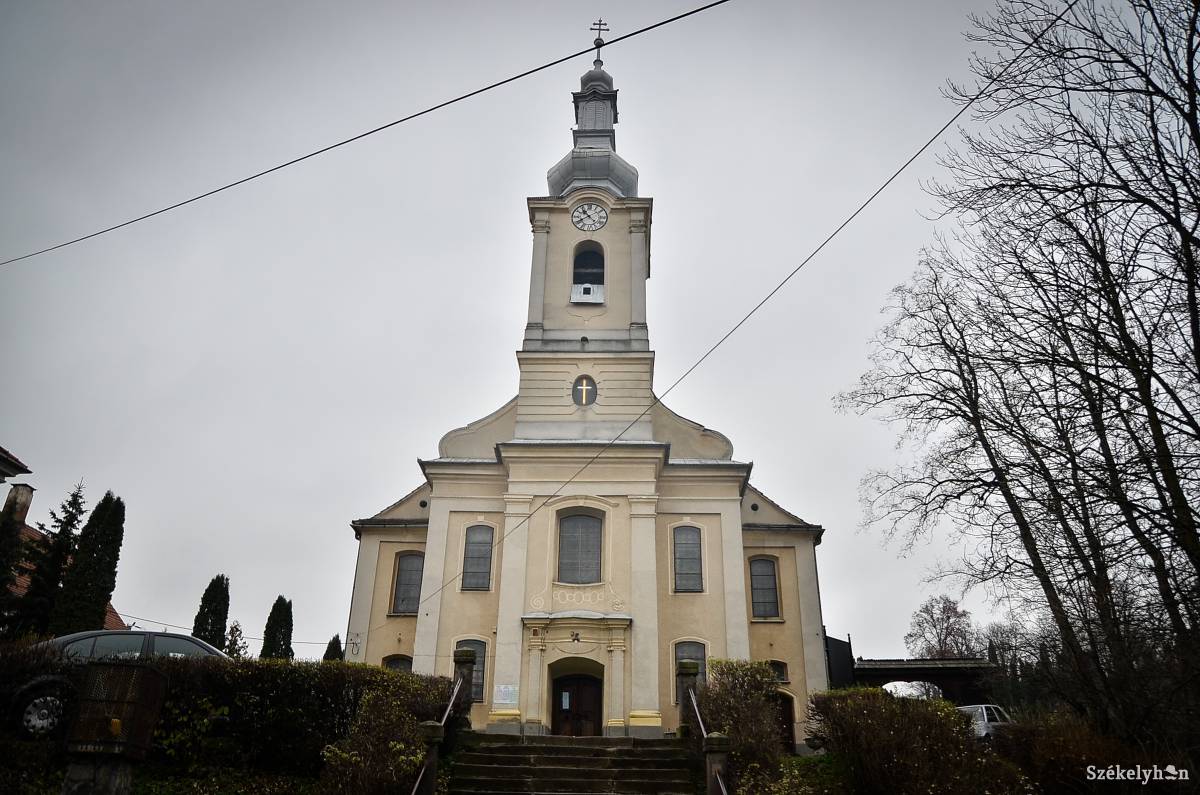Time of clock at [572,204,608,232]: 10:40
